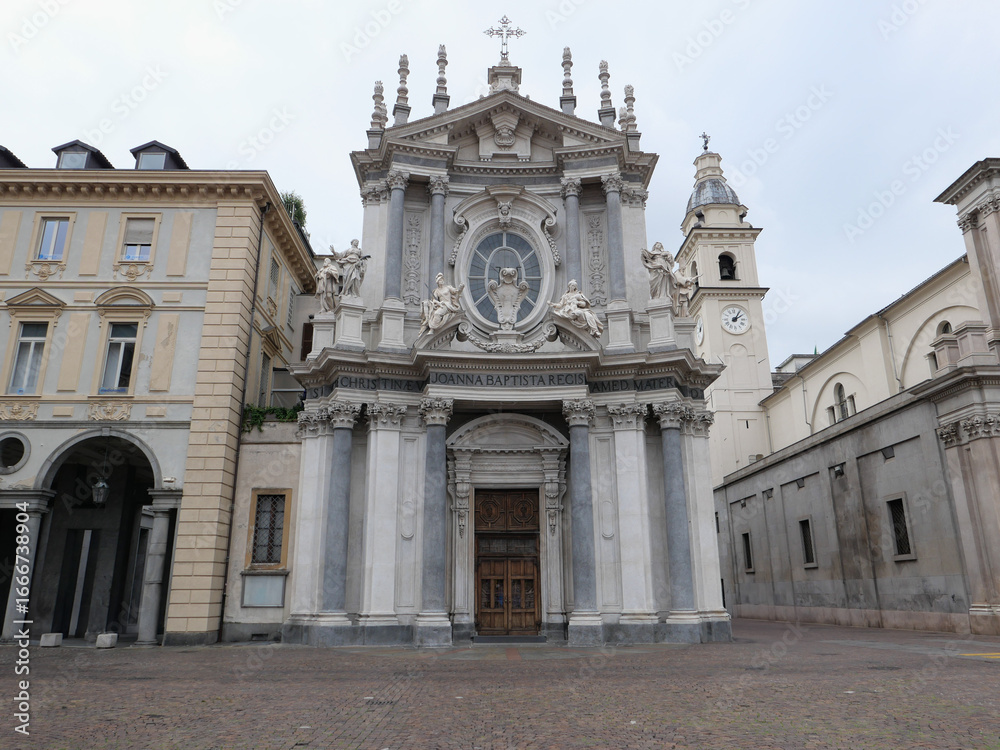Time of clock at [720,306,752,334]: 2:05
